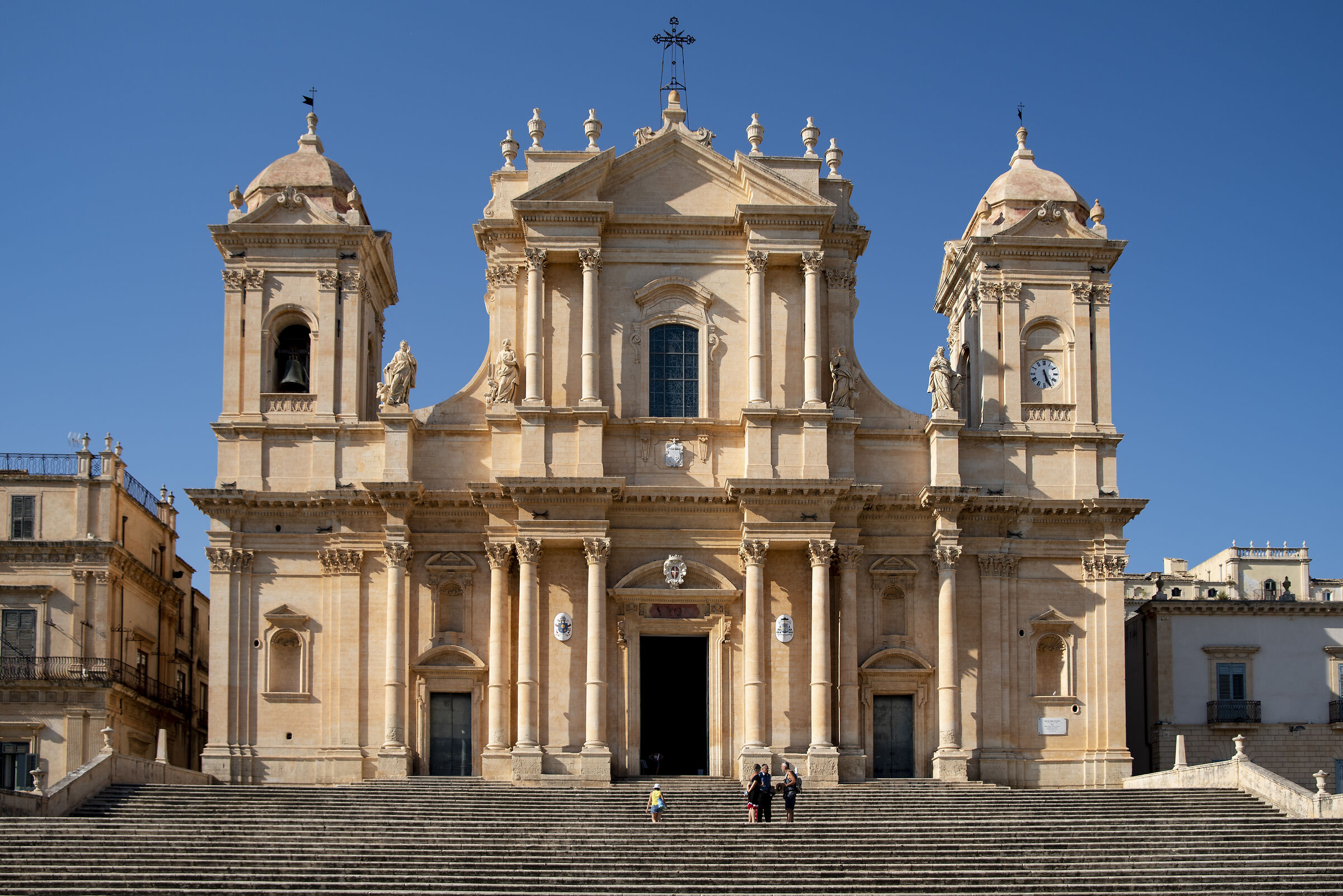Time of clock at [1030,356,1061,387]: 5:26
